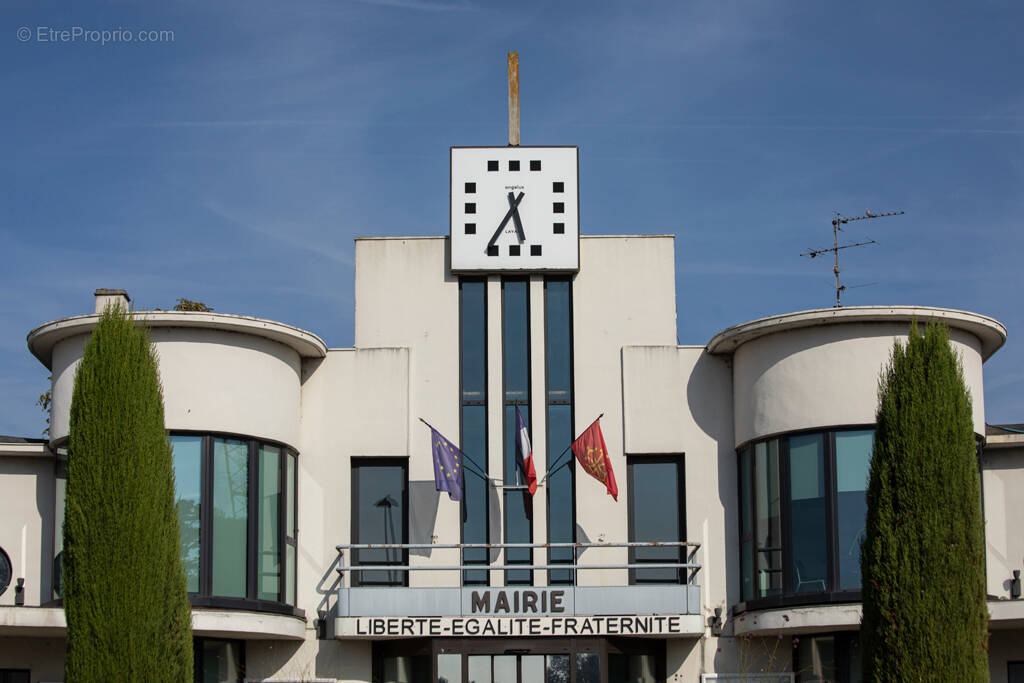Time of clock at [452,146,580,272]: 5:35
